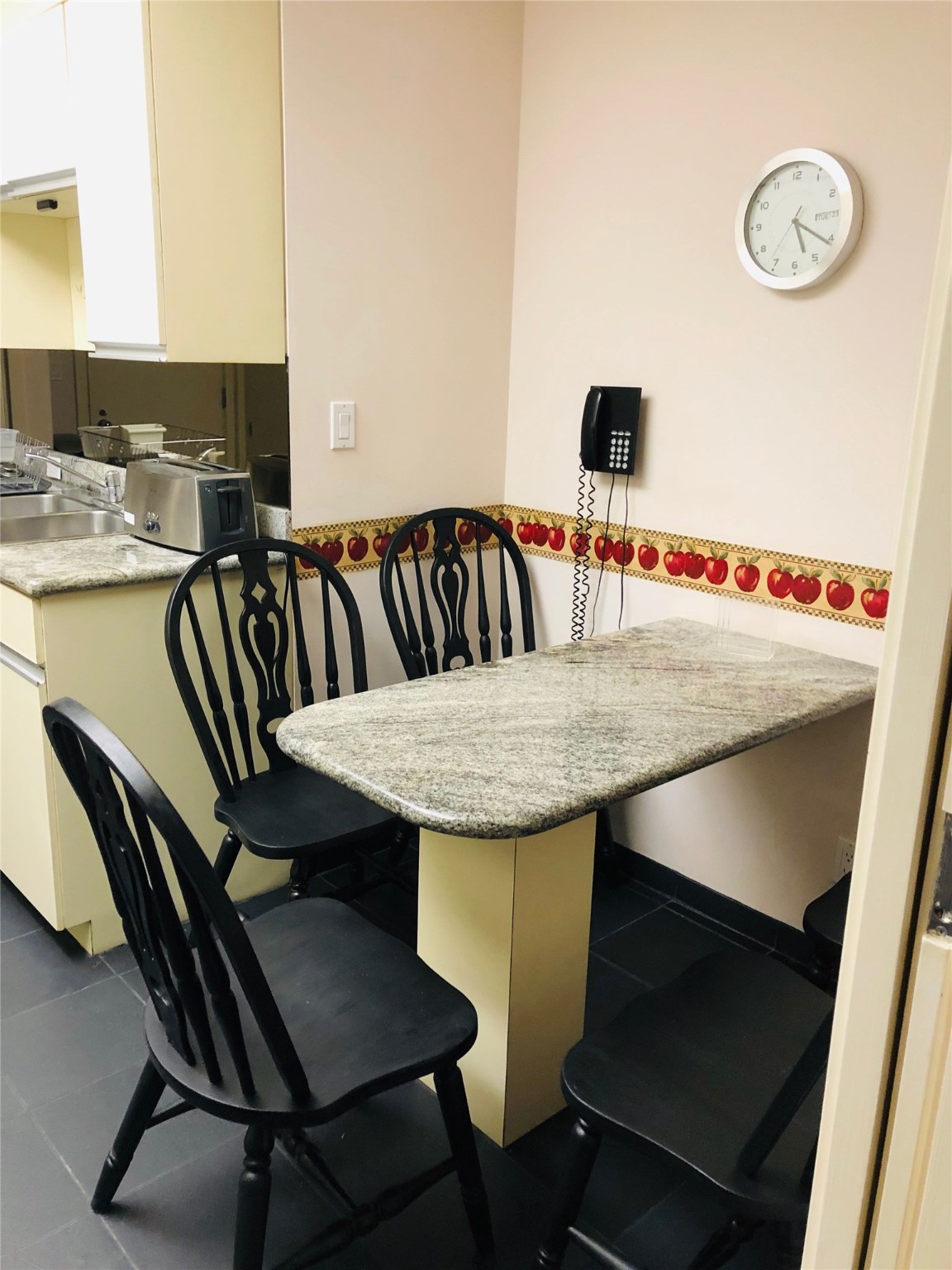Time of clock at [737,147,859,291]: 5:20
